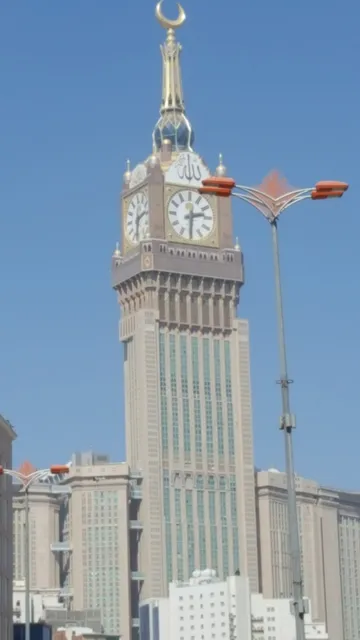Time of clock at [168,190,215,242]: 2:30
